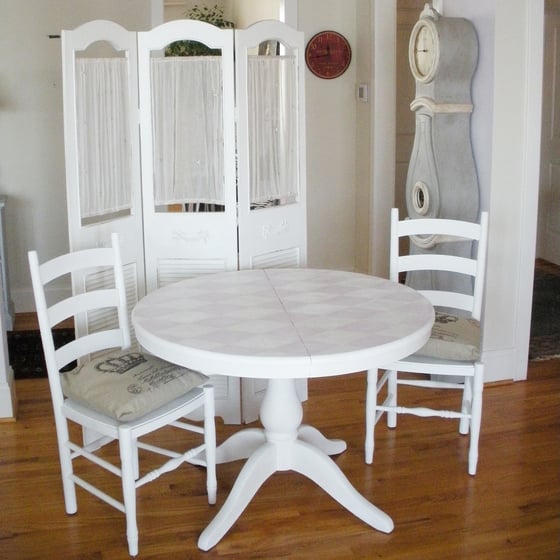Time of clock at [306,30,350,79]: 11:43
